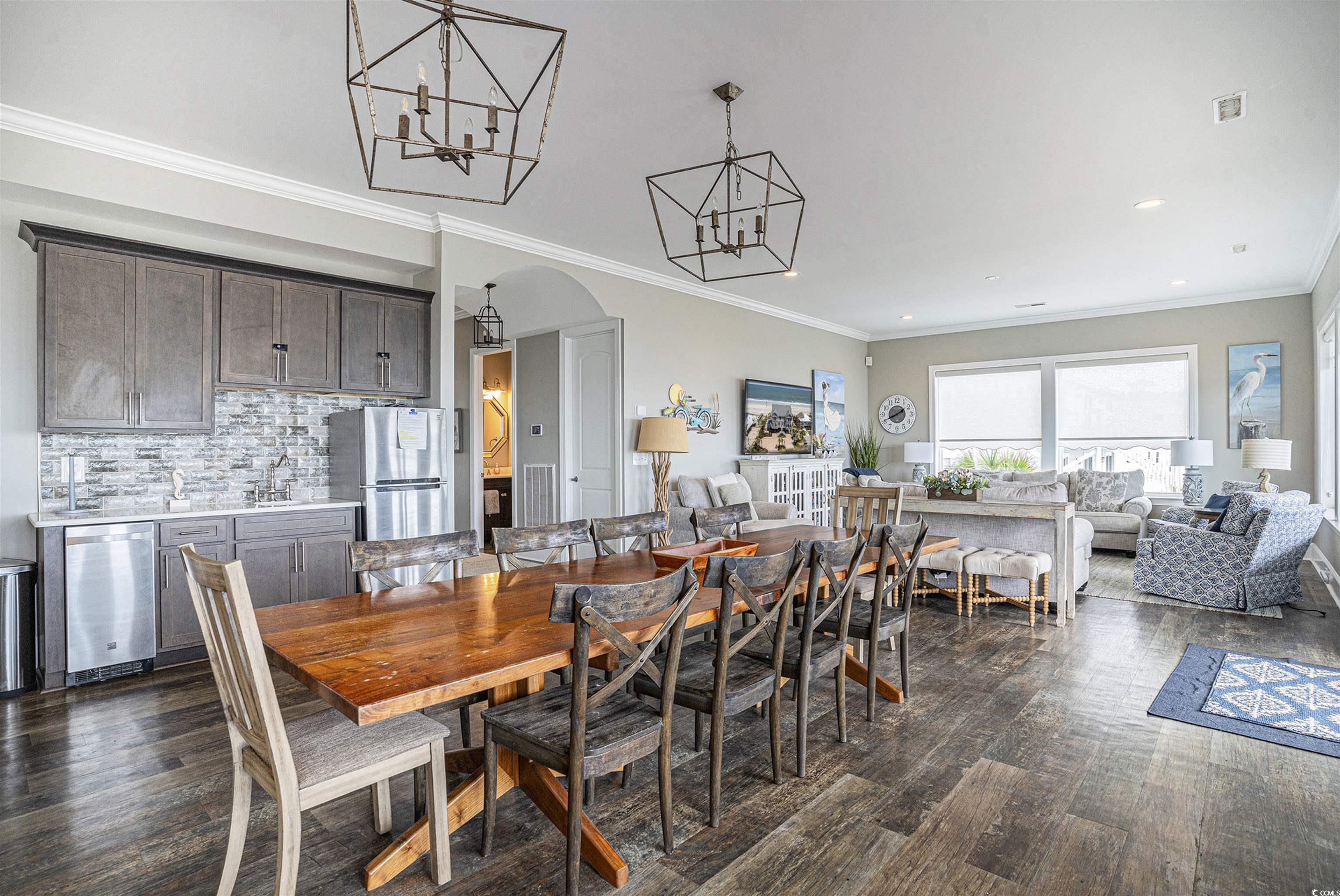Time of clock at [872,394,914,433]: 1:41
